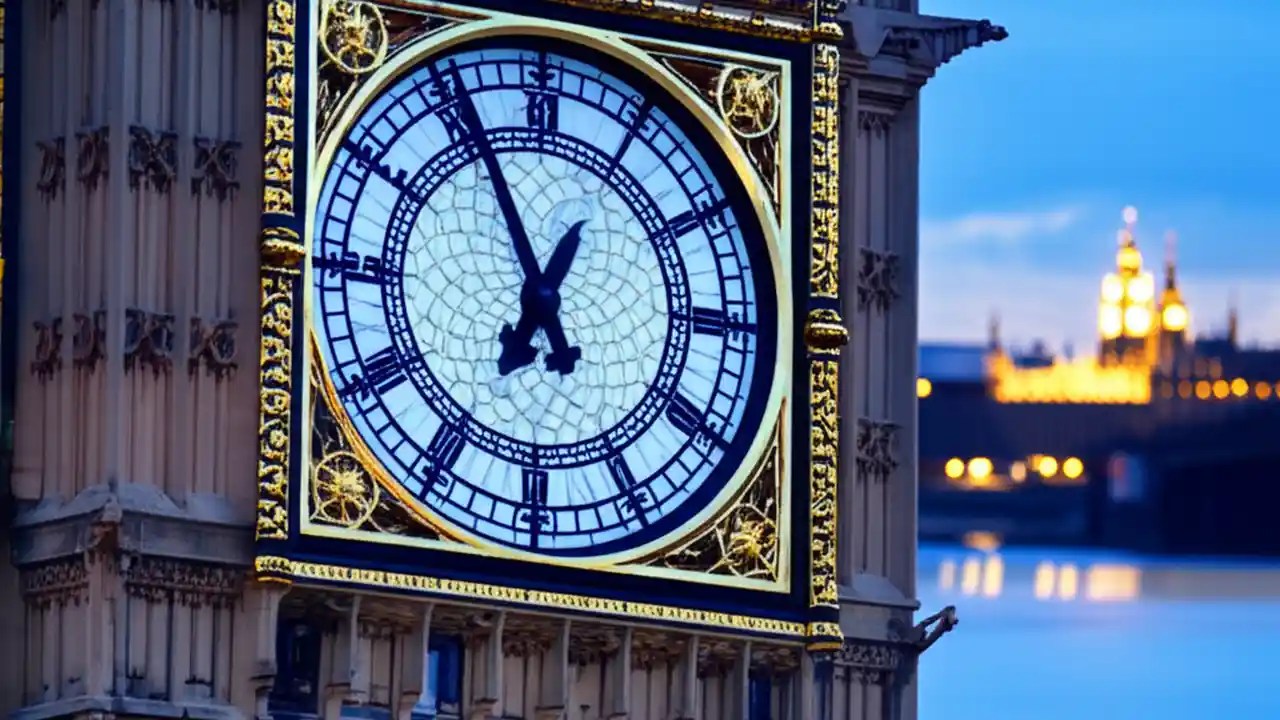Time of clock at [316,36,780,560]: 6:55
